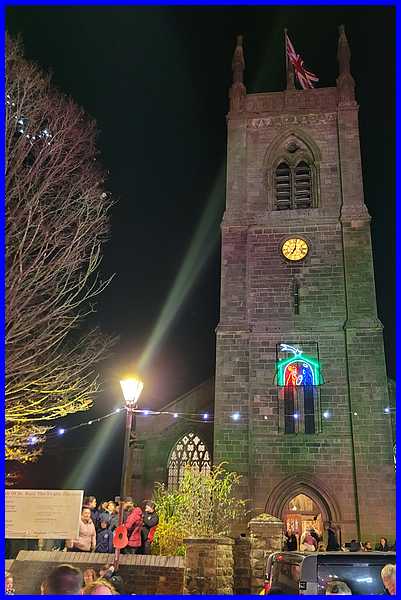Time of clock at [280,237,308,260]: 7:01
